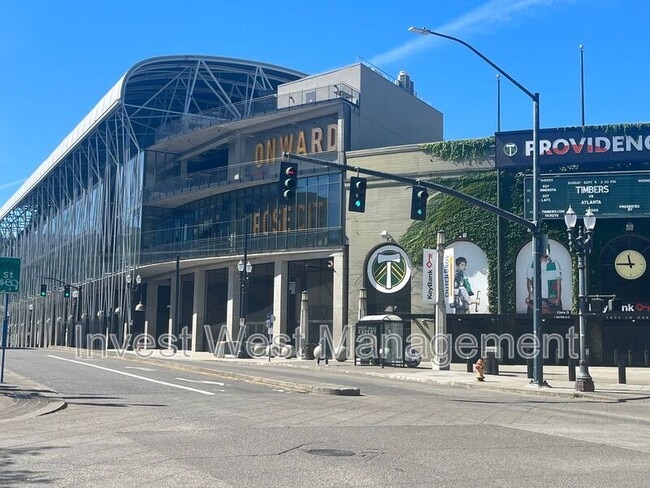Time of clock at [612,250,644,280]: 11:45
